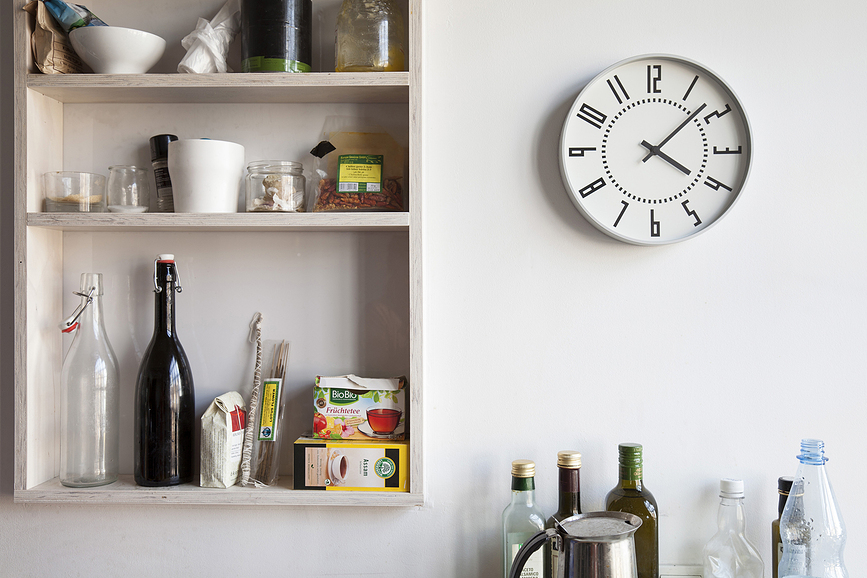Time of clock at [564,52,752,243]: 4:07
